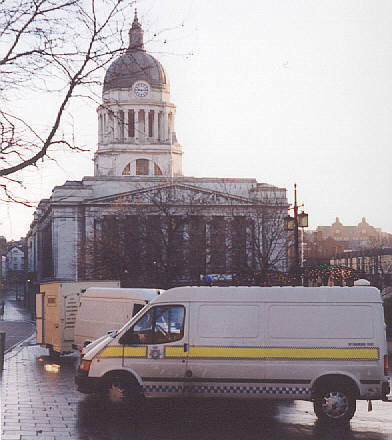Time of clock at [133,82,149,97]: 9:14
